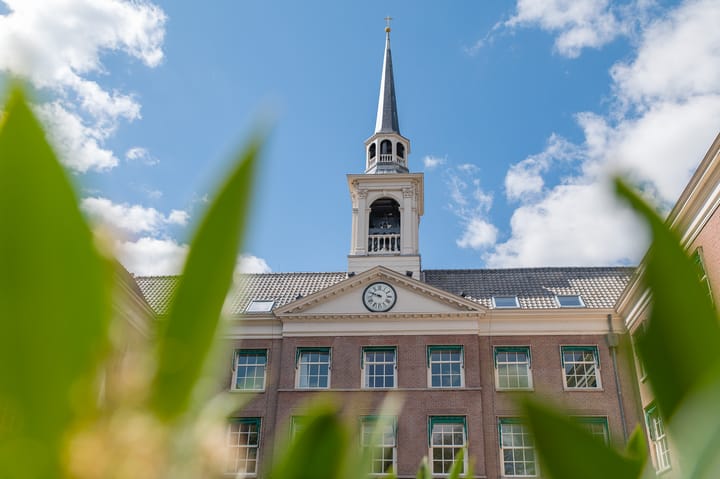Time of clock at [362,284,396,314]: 9:48
